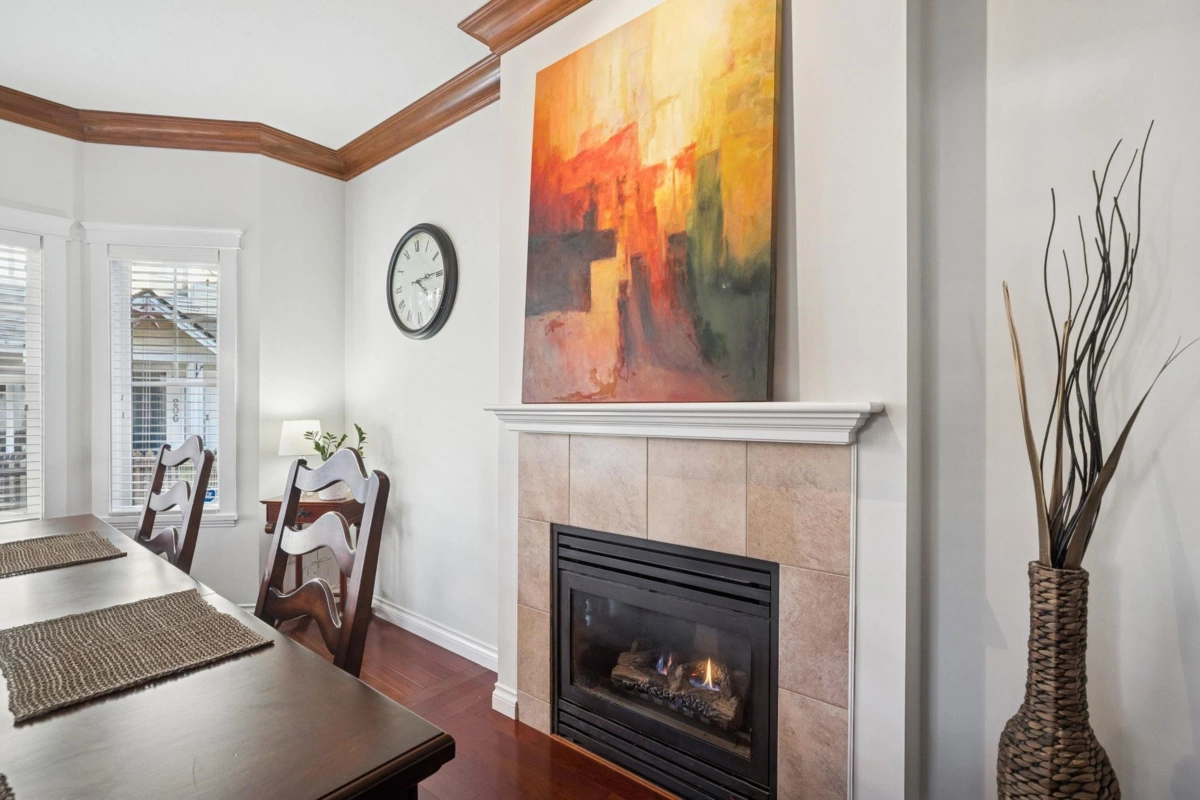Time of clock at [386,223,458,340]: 4:14
